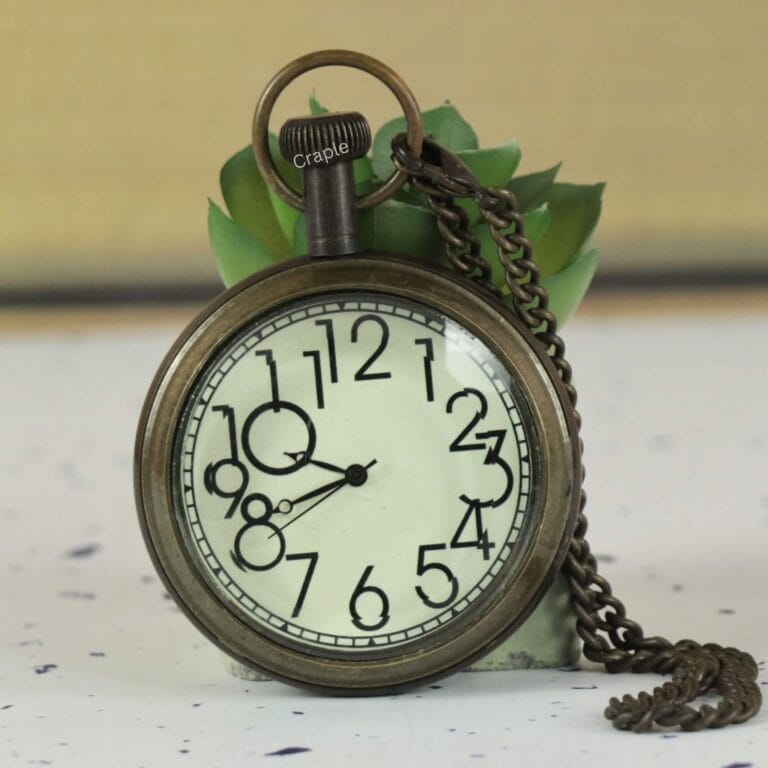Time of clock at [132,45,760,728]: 9:41
